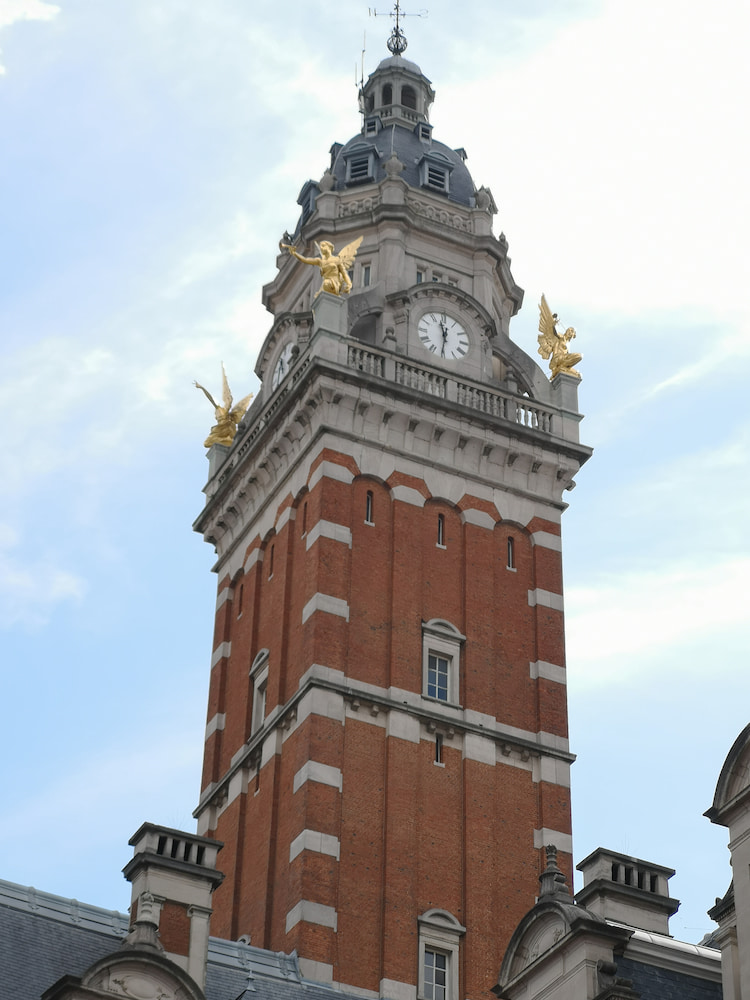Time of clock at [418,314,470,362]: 11:31
